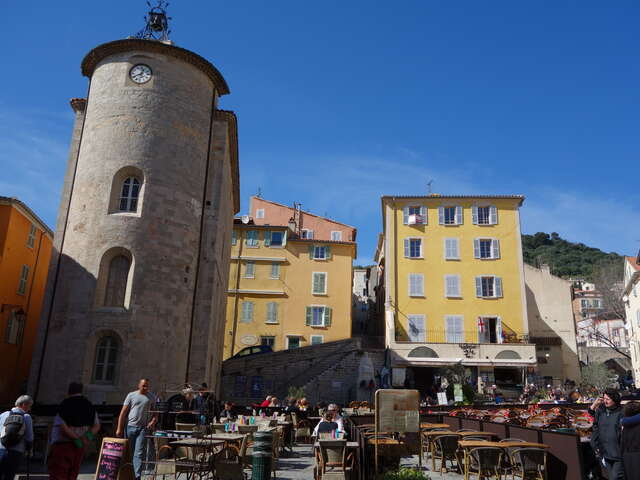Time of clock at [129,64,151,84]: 12:40
